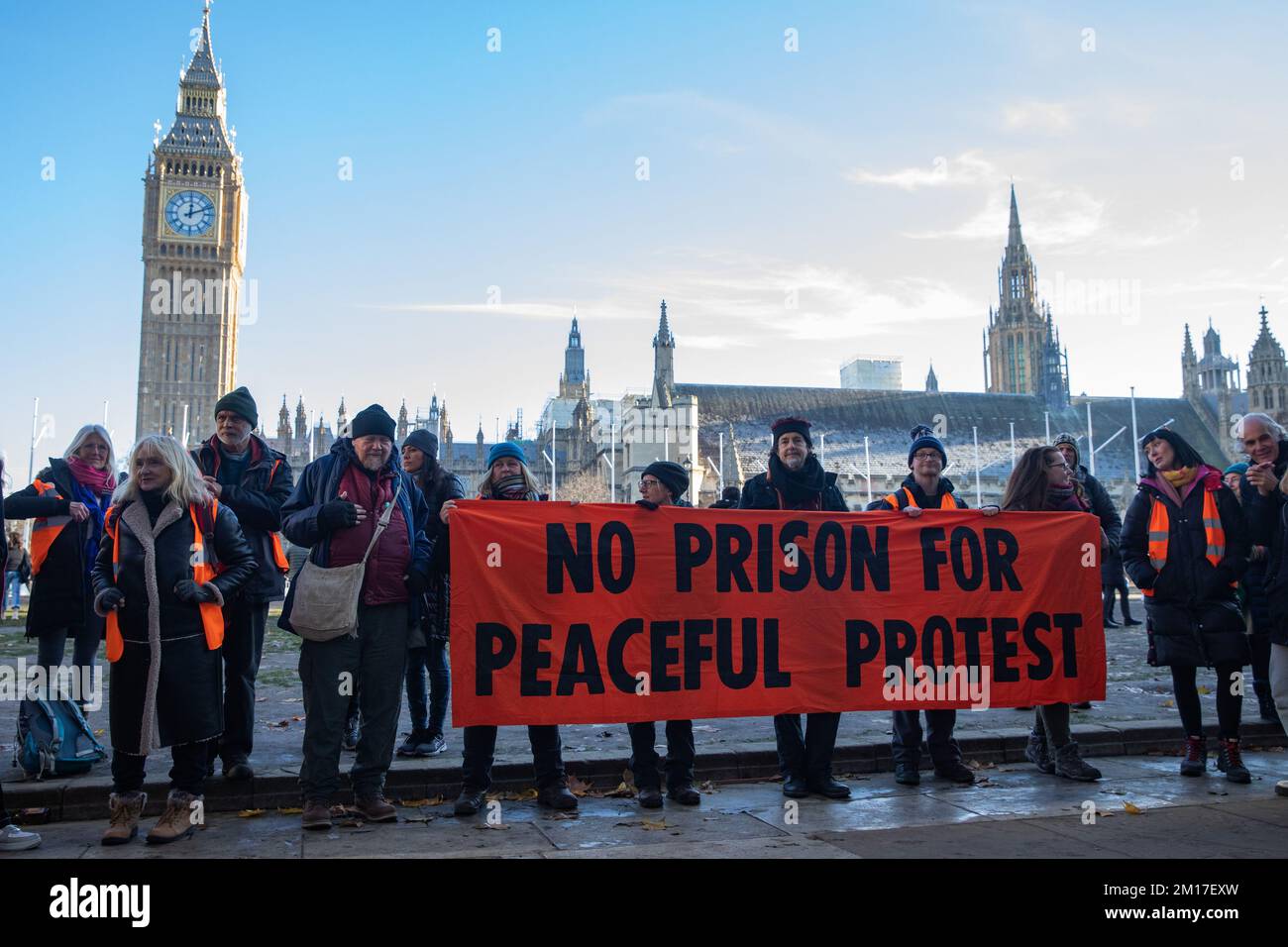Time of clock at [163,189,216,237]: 12:11
